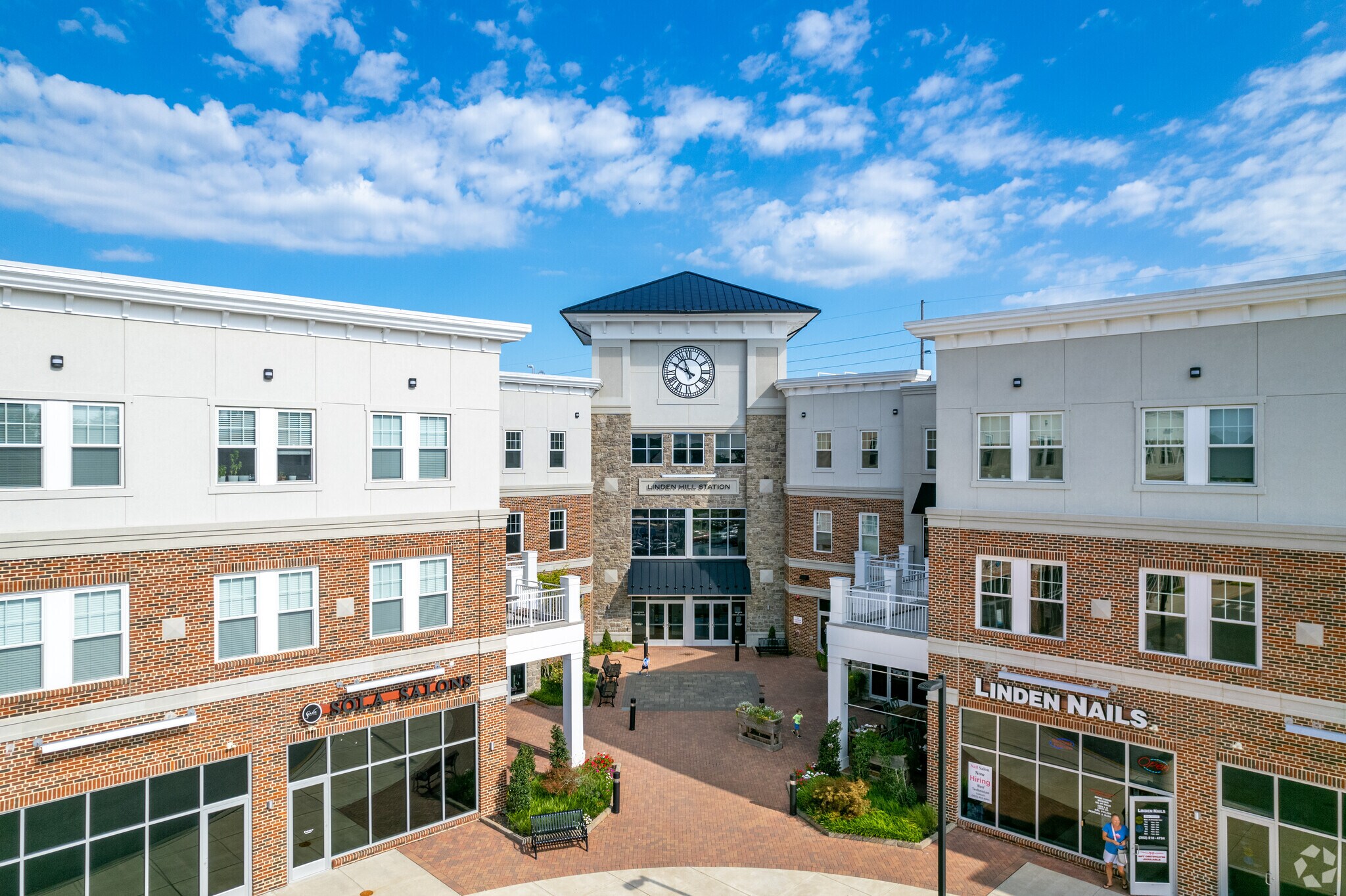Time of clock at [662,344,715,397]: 9:56
